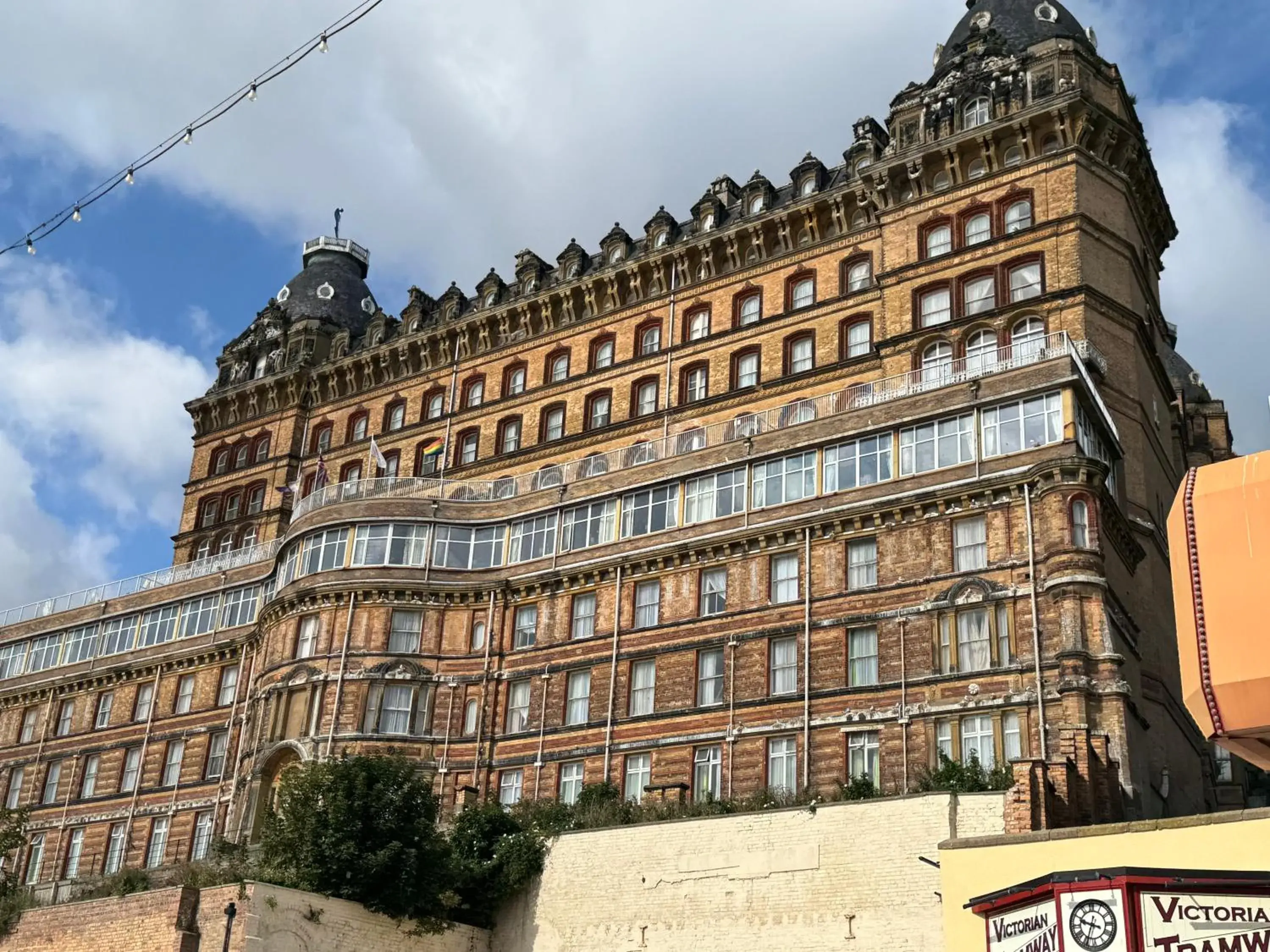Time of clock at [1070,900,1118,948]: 9:33
